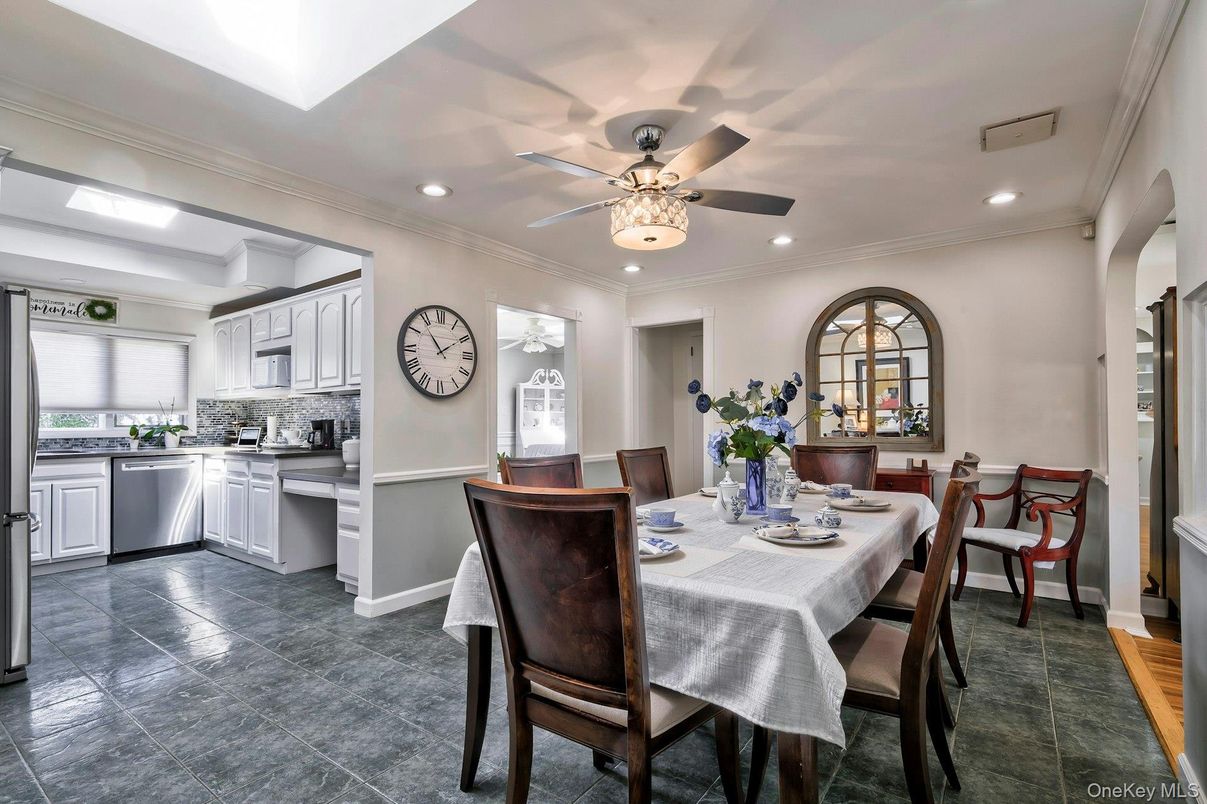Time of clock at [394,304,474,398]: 1:53
